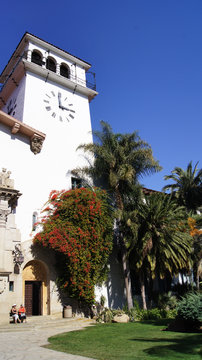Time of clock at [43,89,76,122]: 2:58
